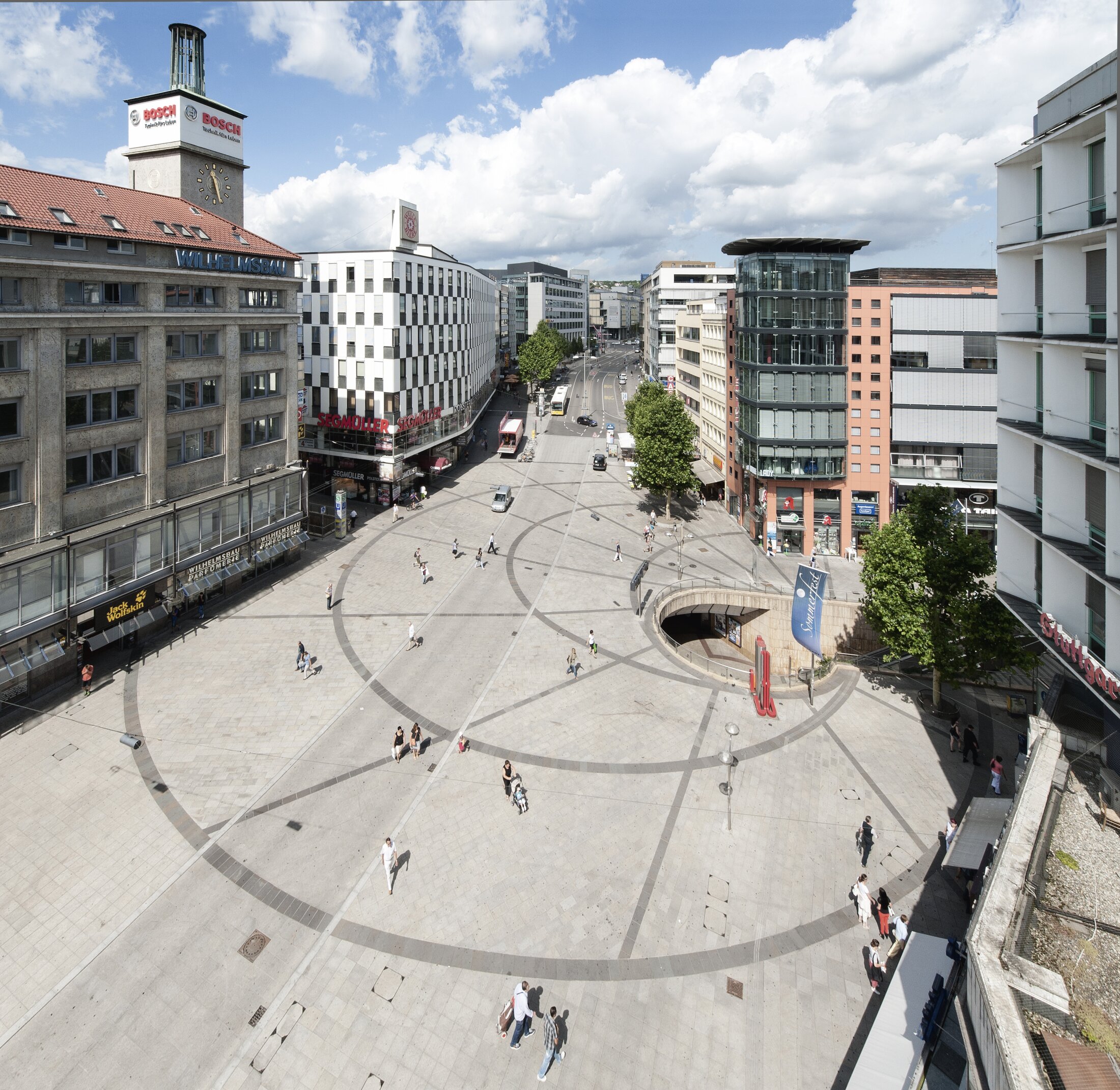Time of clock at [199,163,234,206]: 11:26
